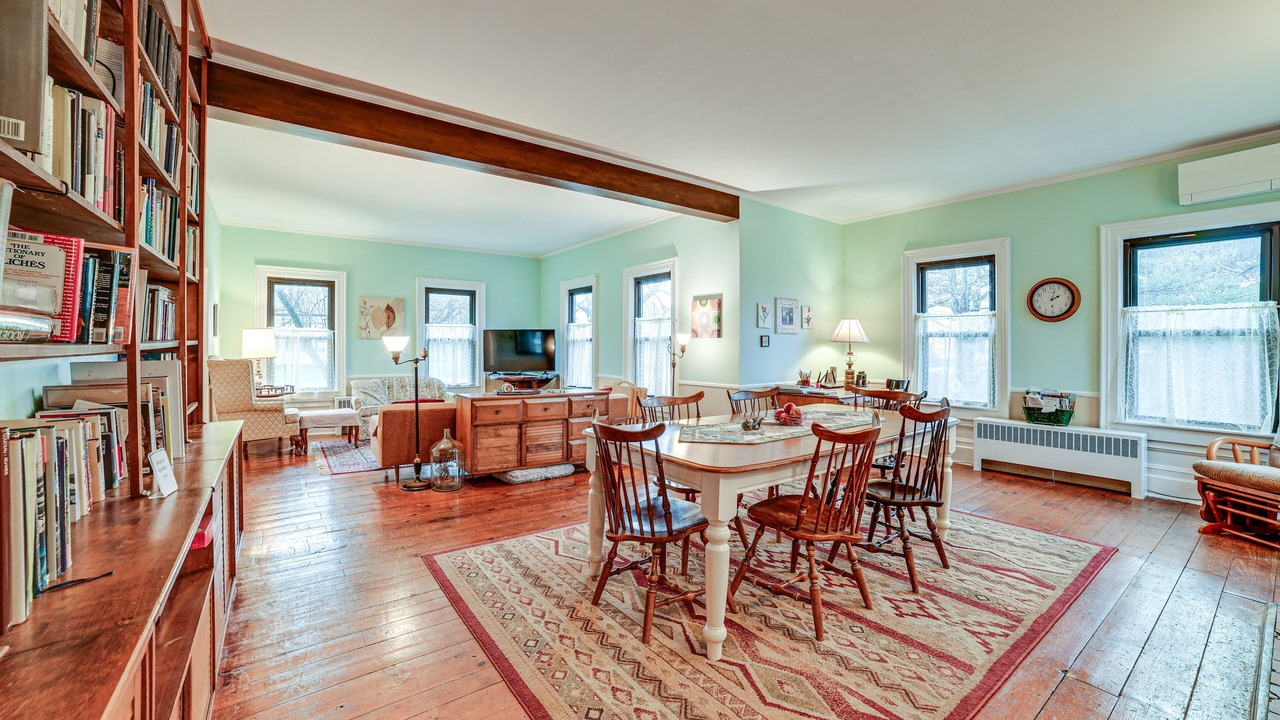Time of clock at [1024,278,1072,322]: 2:02
